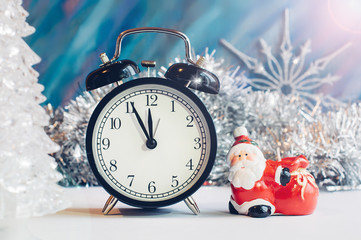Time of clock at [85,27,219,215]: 11:55
